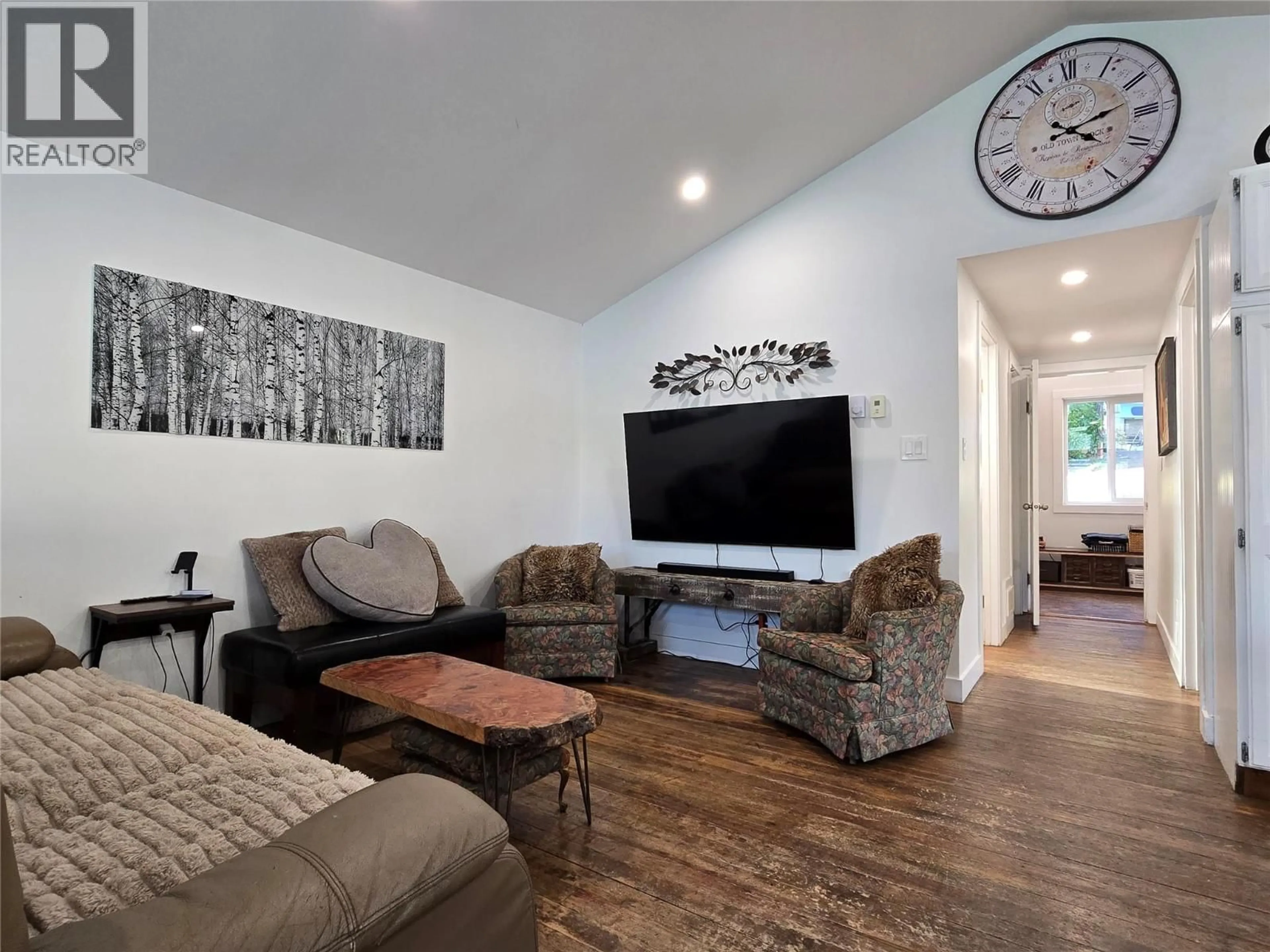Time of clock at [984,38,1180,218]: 4:12
